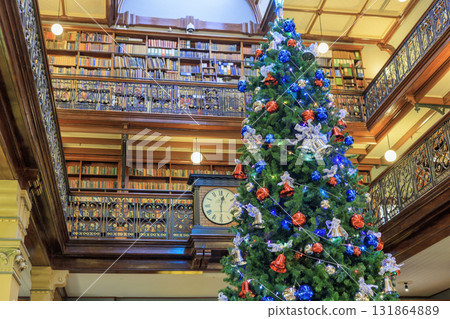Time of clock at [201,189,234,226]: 12:29
